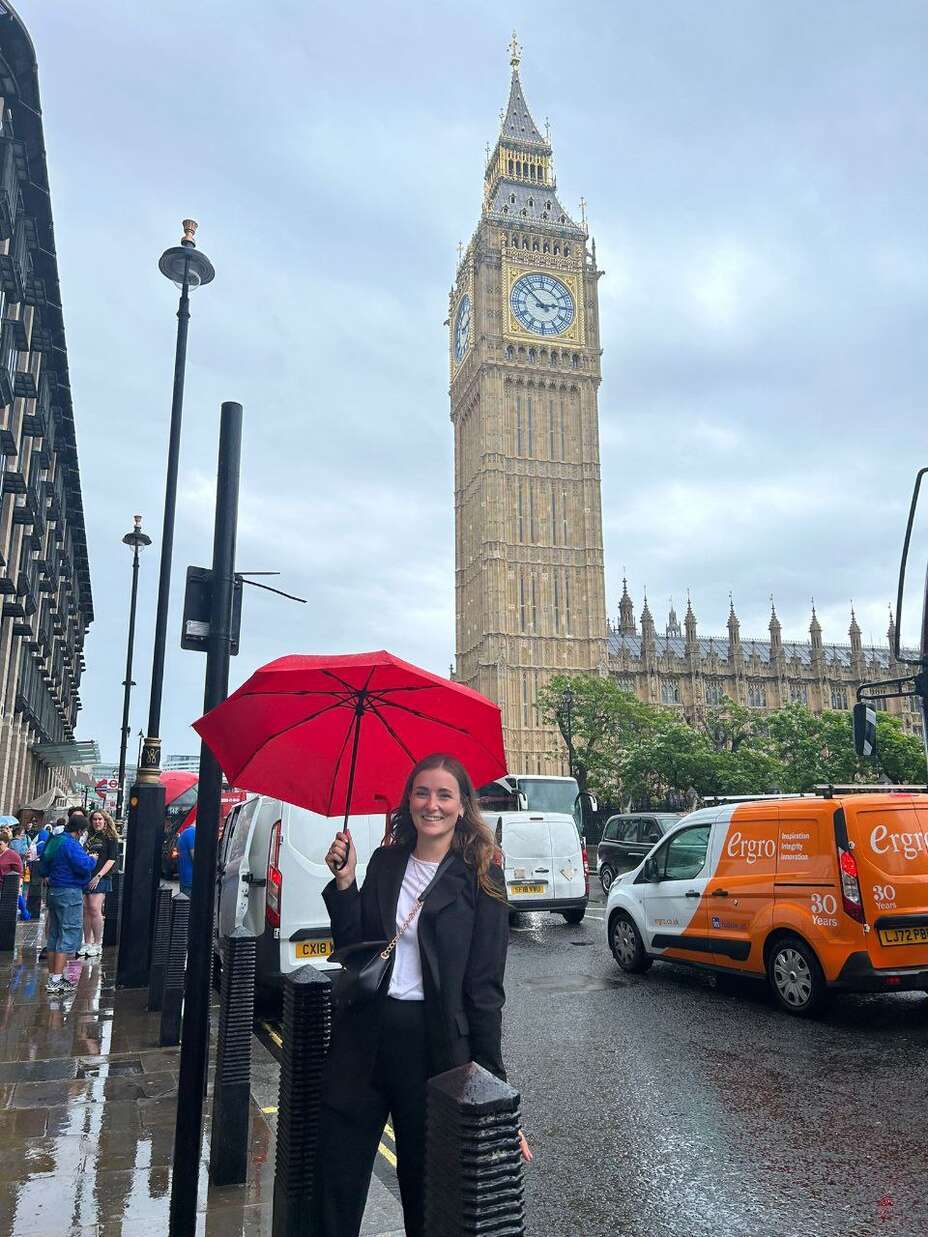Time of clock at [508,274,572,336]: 2:52
